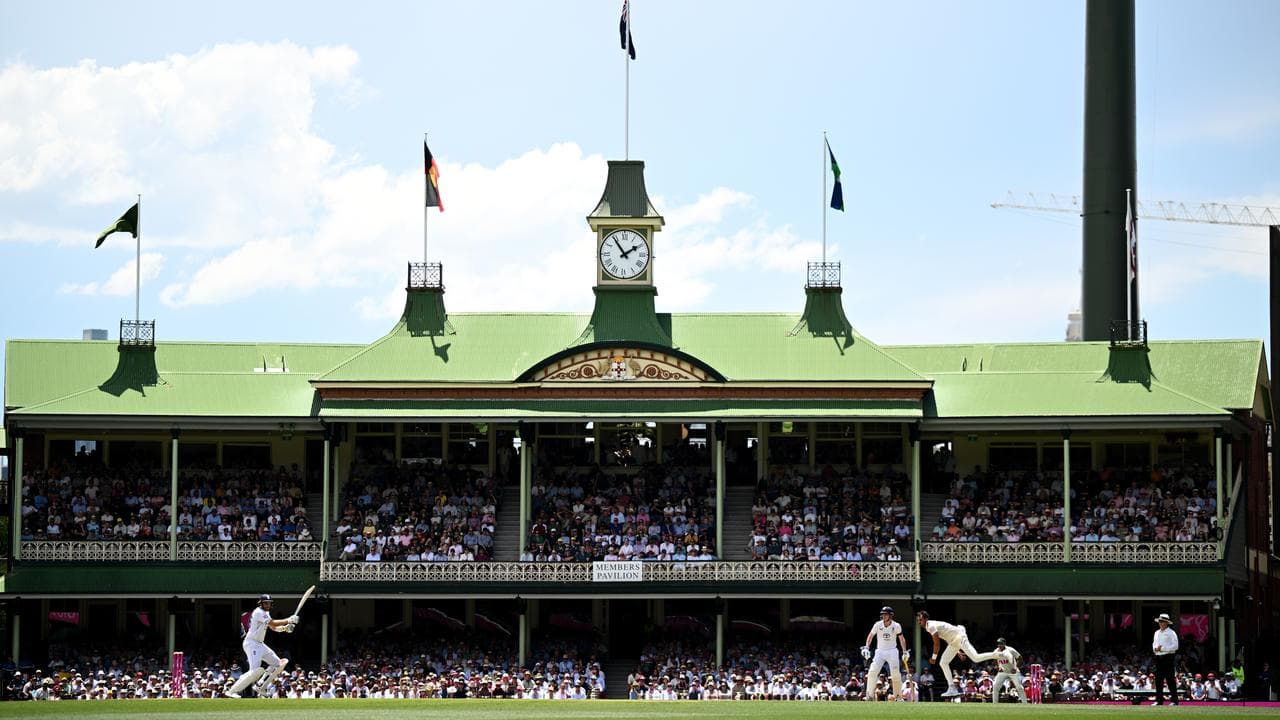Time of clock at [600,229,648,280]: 1:54
